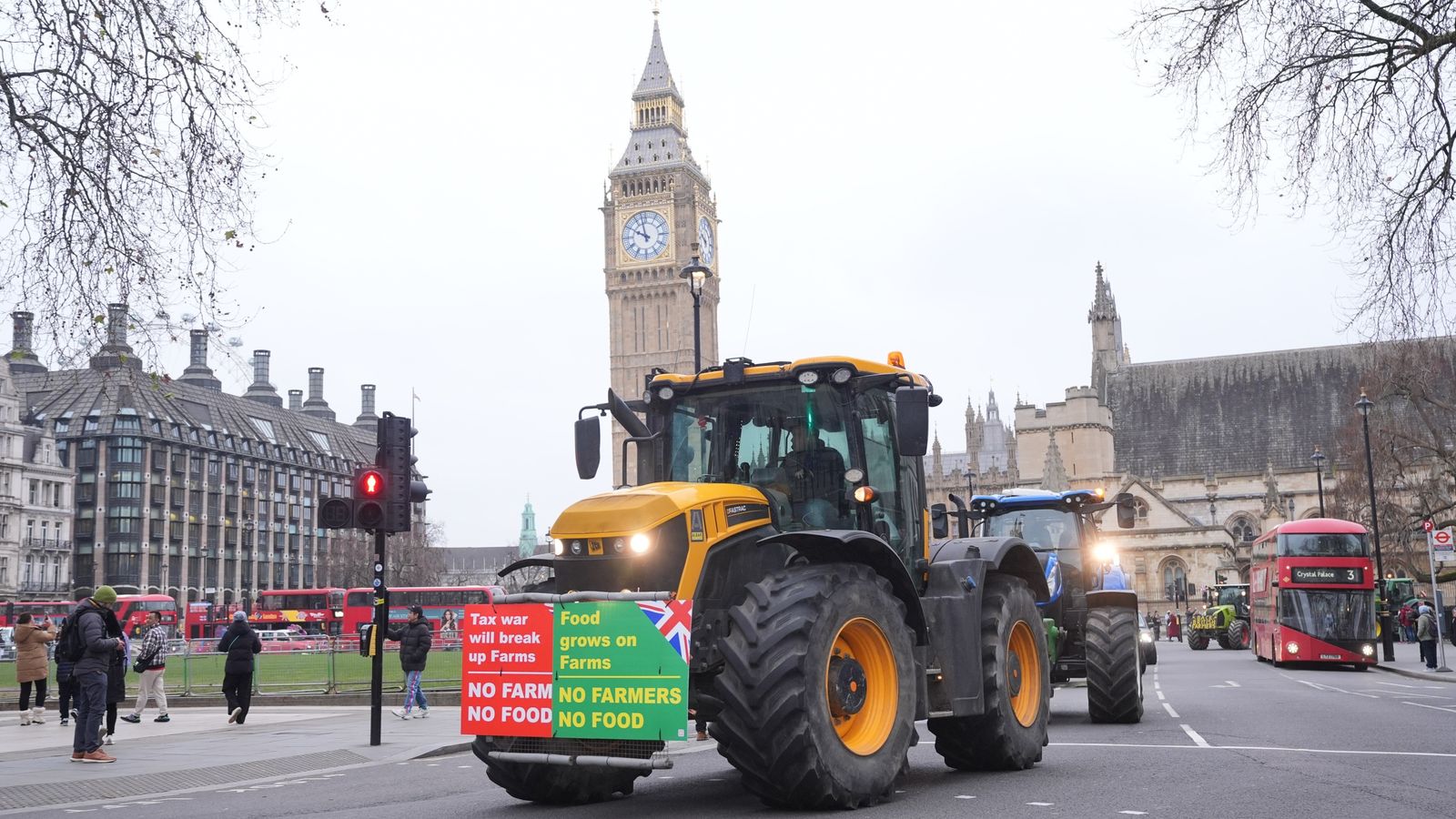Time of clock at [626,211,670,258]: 9:57
